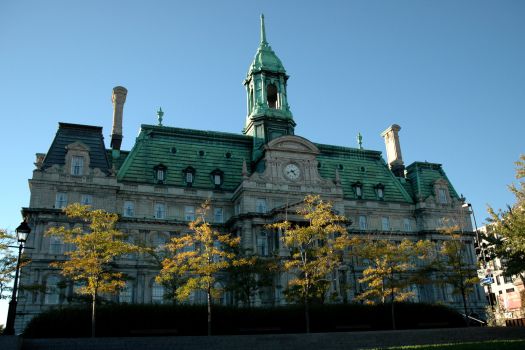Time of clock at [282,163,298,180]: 4:41
